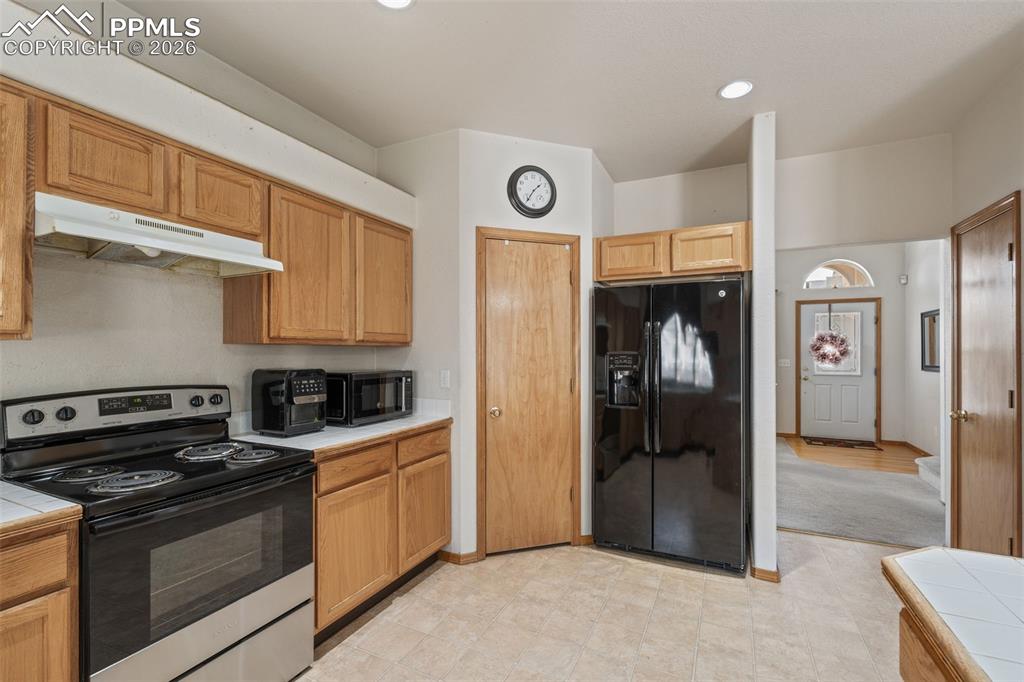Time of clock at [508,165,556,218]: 1:35
